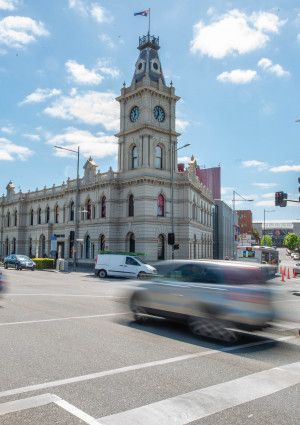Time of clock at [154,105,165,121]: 11:35
